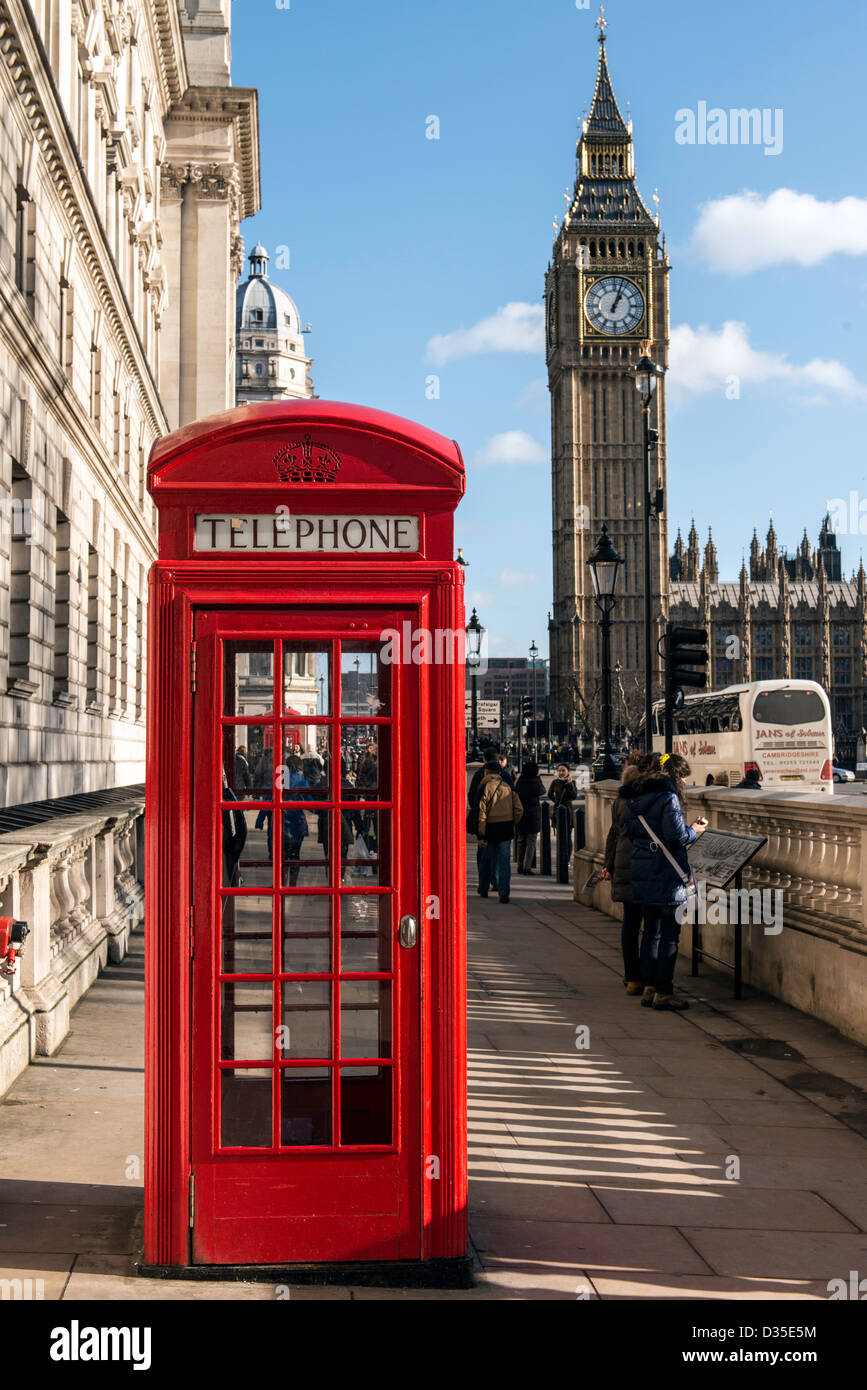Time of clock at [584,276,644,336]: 1:03
